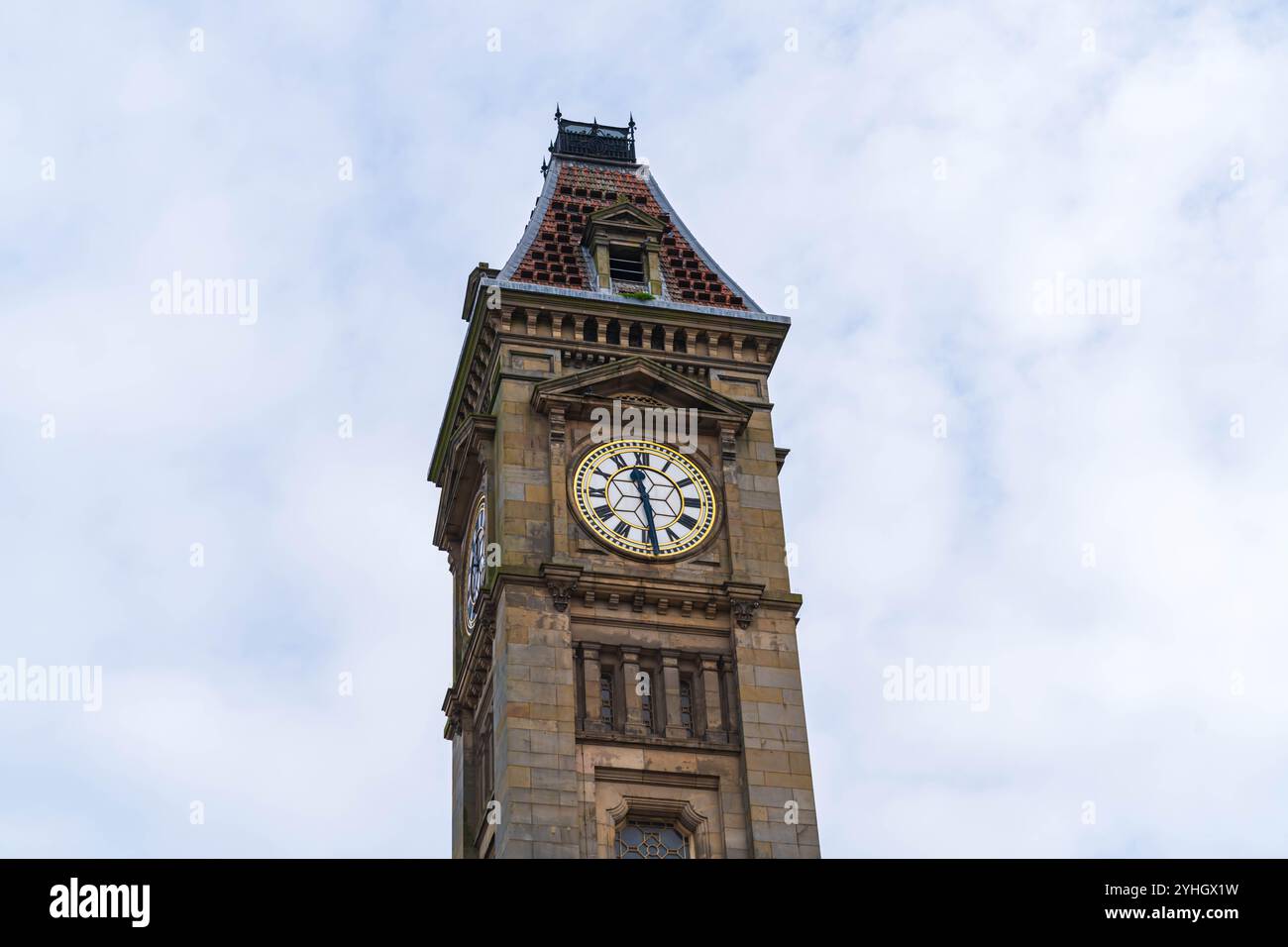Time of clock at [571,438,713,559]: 11:28
